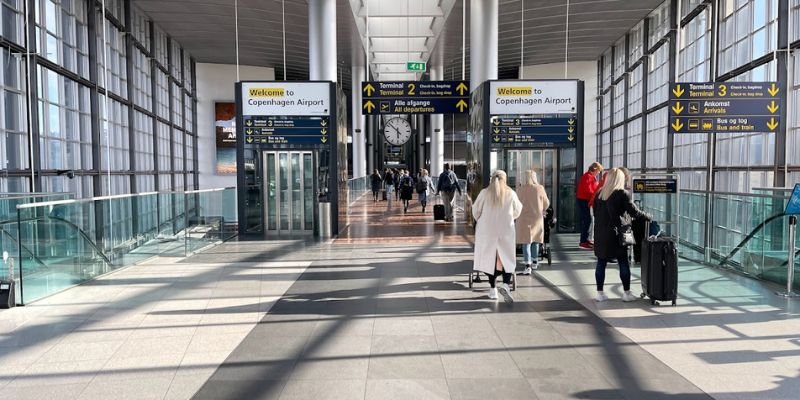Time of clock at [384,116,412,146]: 5:51
